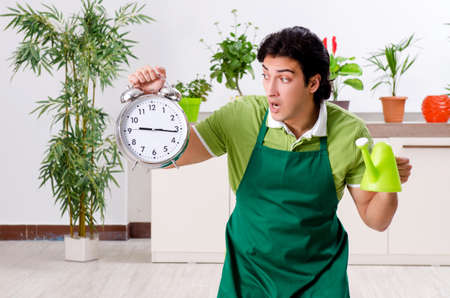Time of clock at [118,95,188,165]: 9:16
